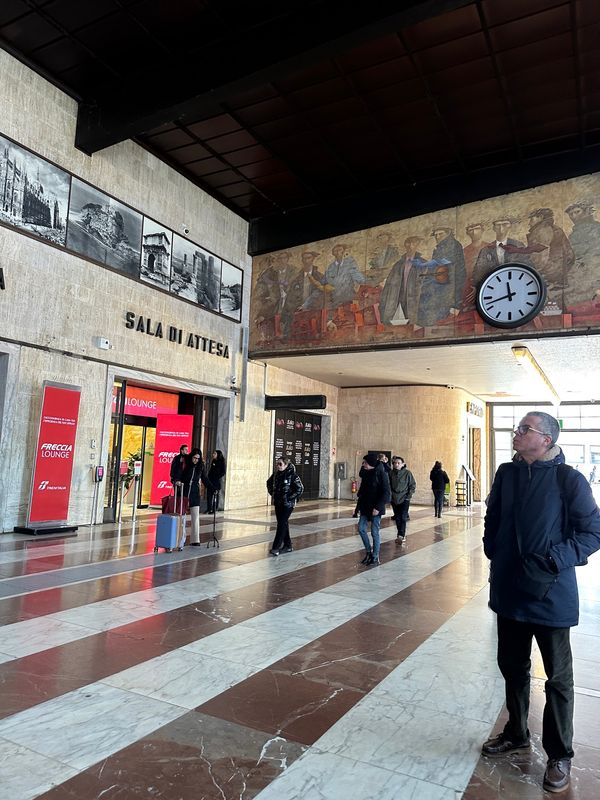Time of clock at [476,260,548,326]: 11:42
